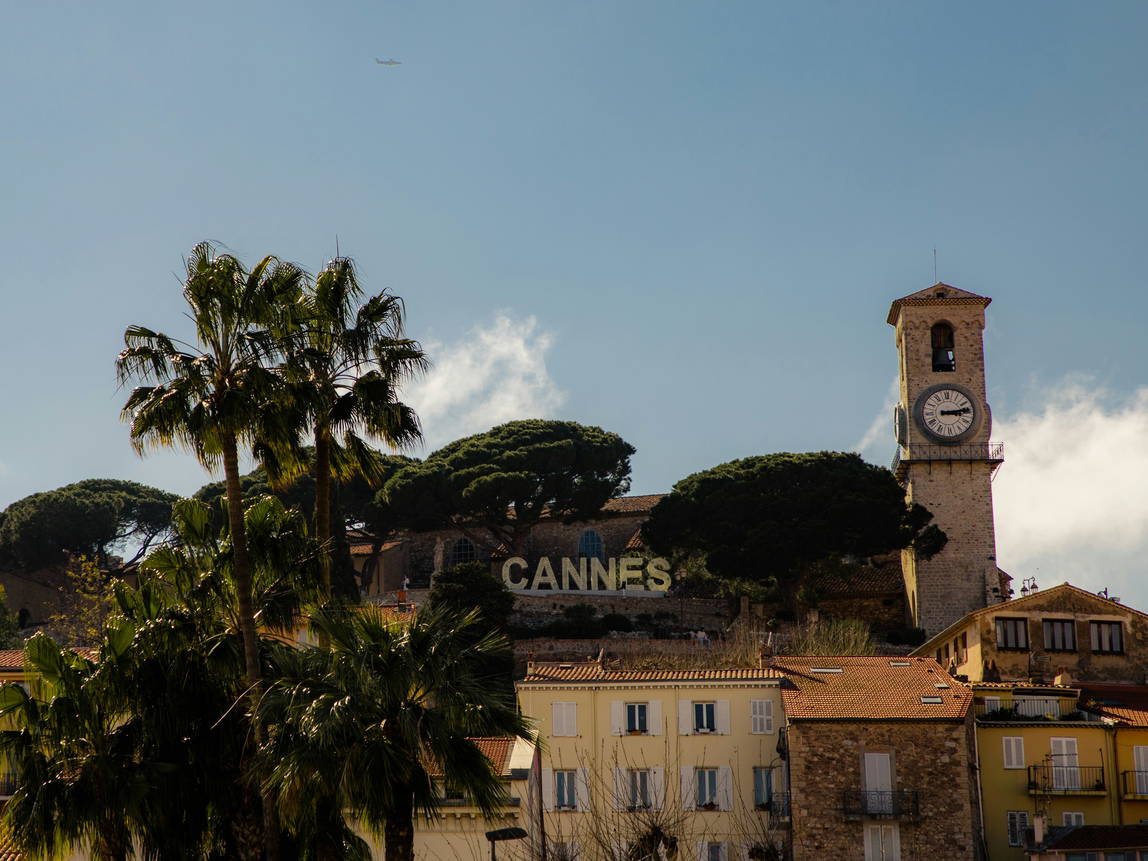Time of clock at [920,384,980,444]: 3:13
